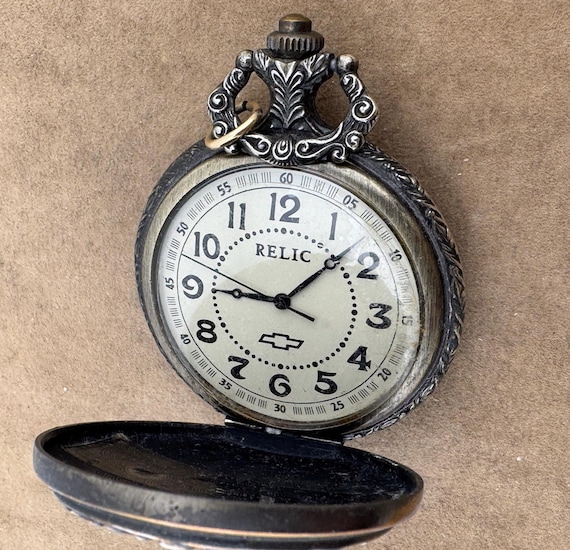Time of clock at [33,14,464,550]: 9:07
